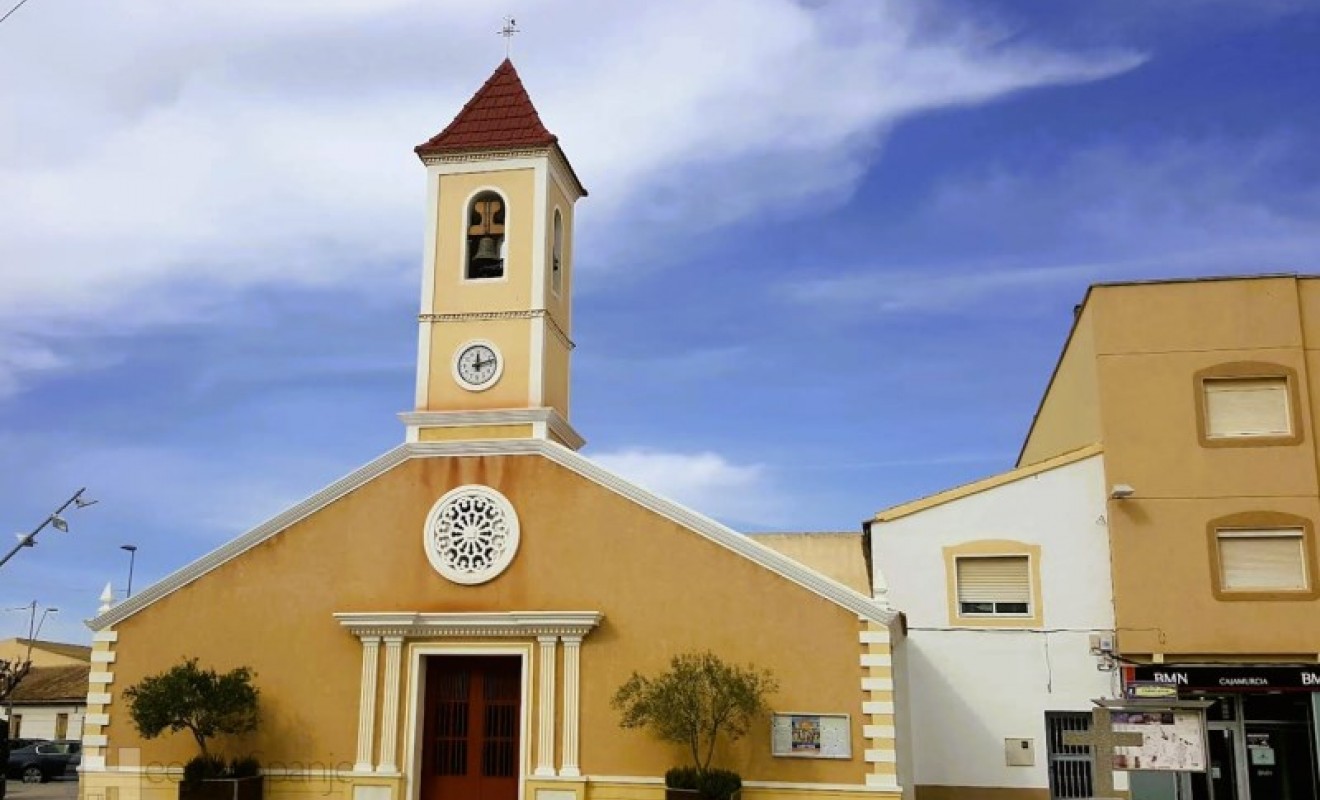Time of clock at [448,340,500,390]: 12:12
